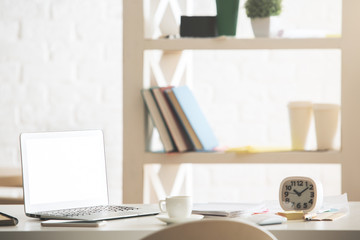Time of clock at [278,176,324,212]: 10:08
